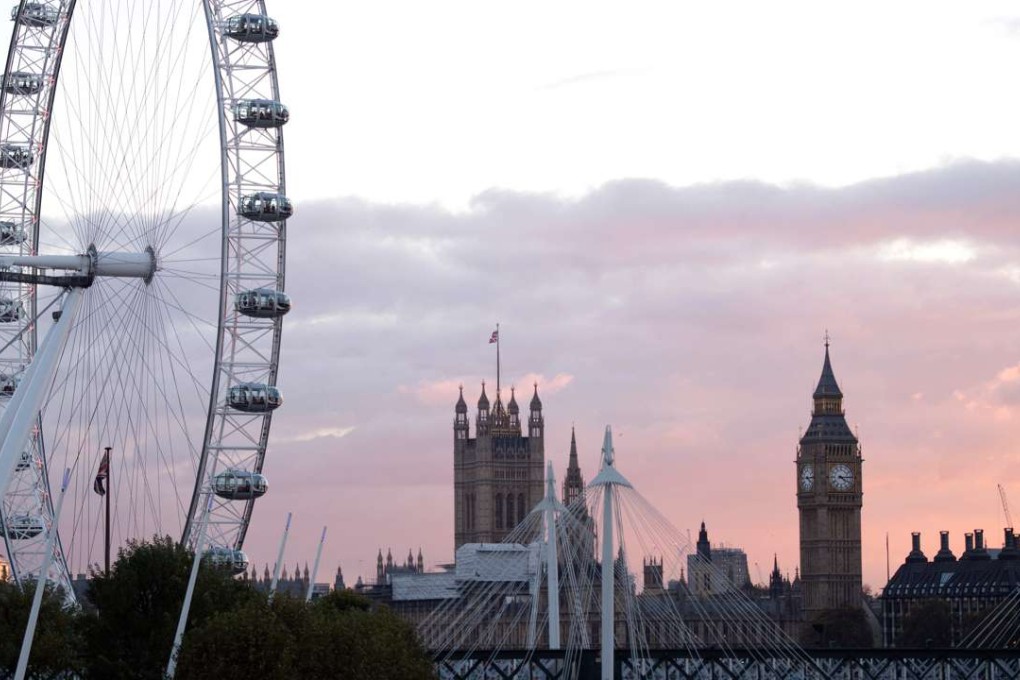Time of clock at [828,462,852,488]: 4:14
